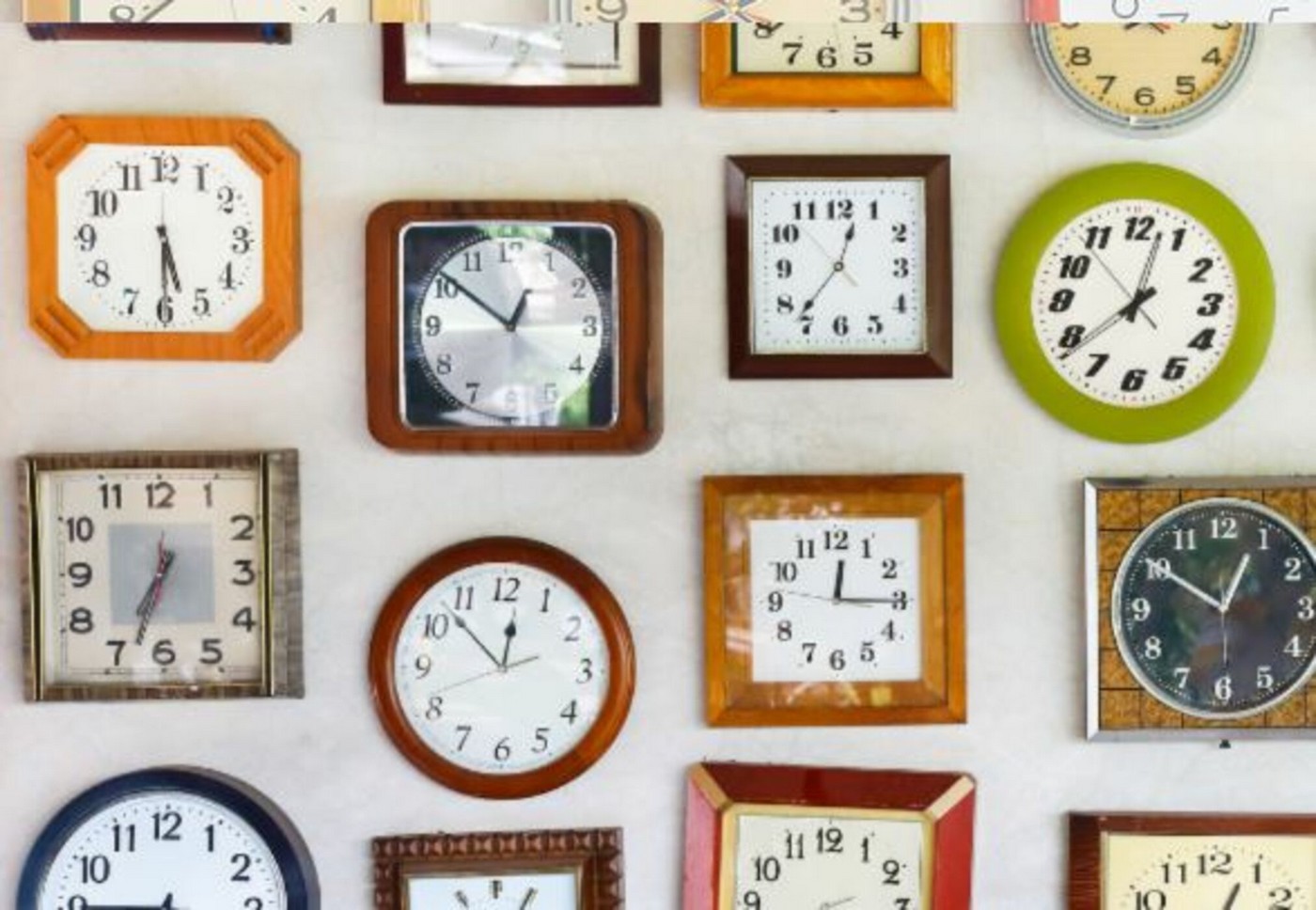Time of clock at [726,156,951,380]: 12:36
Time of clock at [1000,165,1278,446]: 12:38
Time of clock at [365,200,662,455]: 12:51
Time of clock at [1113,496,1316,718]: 12:50
